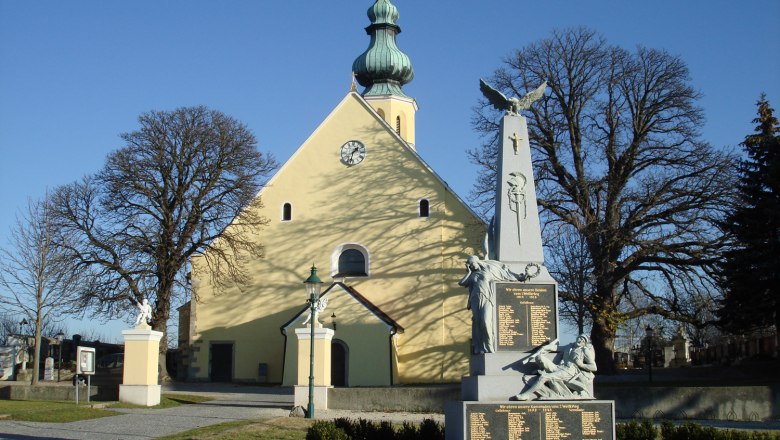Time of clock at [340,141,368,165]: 1:32
